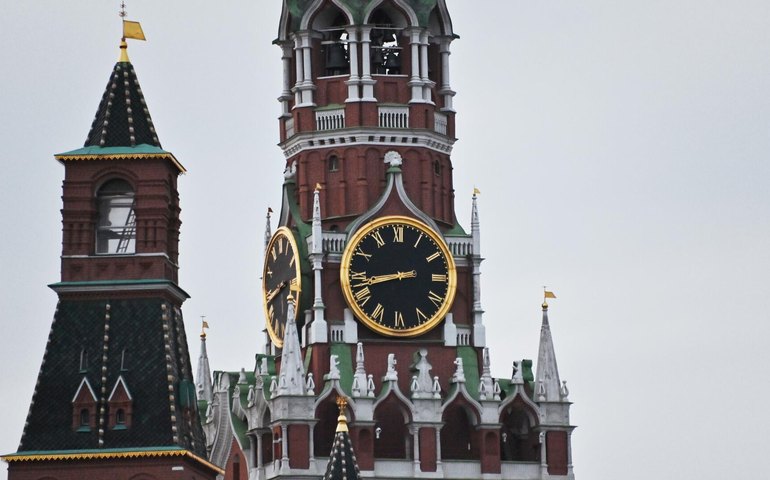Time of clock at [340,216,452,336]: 8:42
